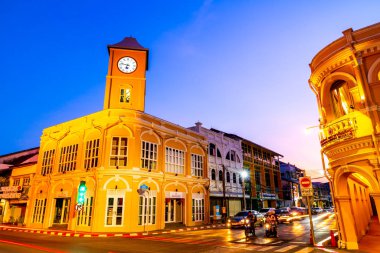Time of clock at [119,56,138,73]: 6:47
